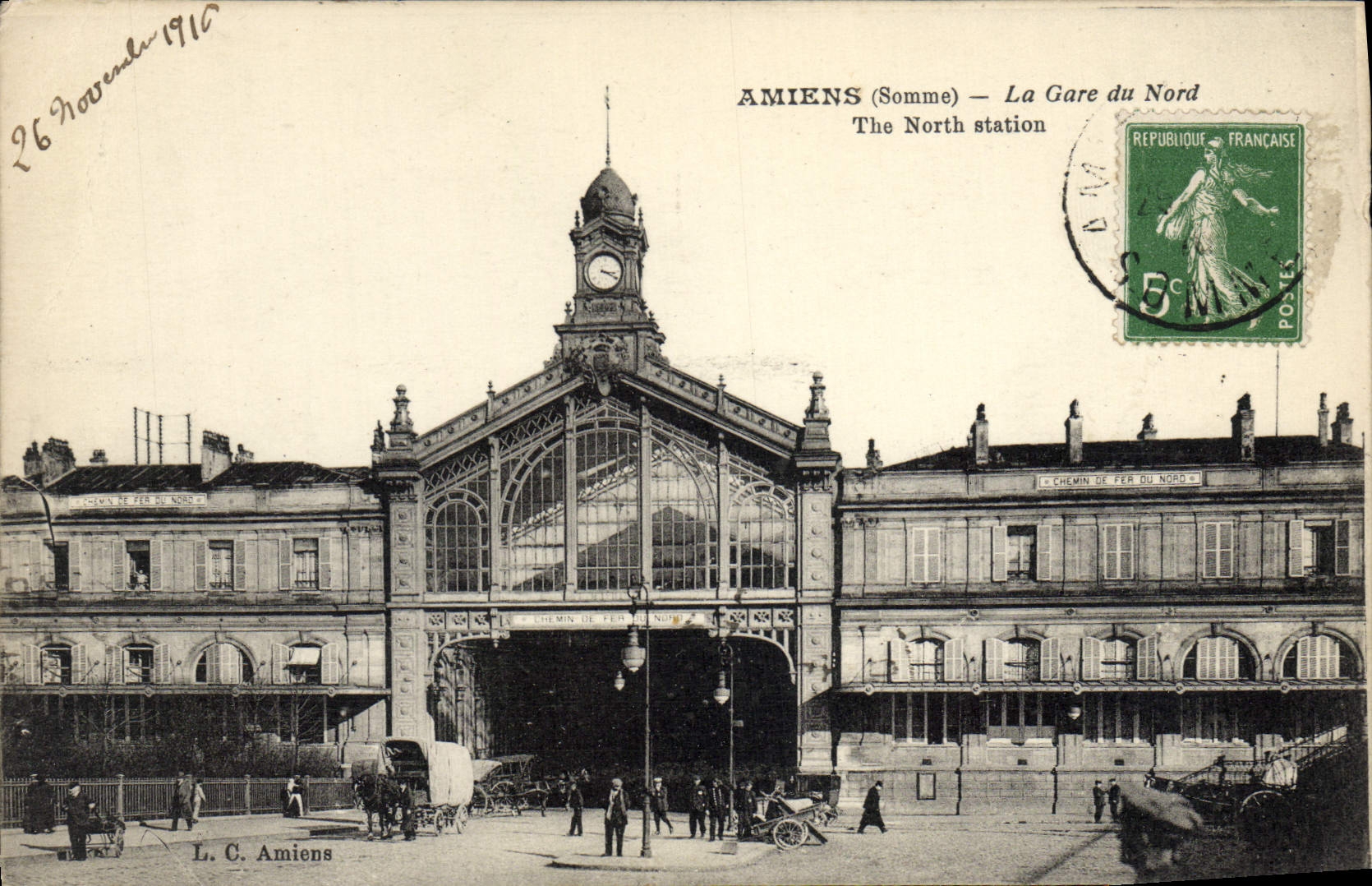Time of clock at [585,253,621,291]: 3:19
